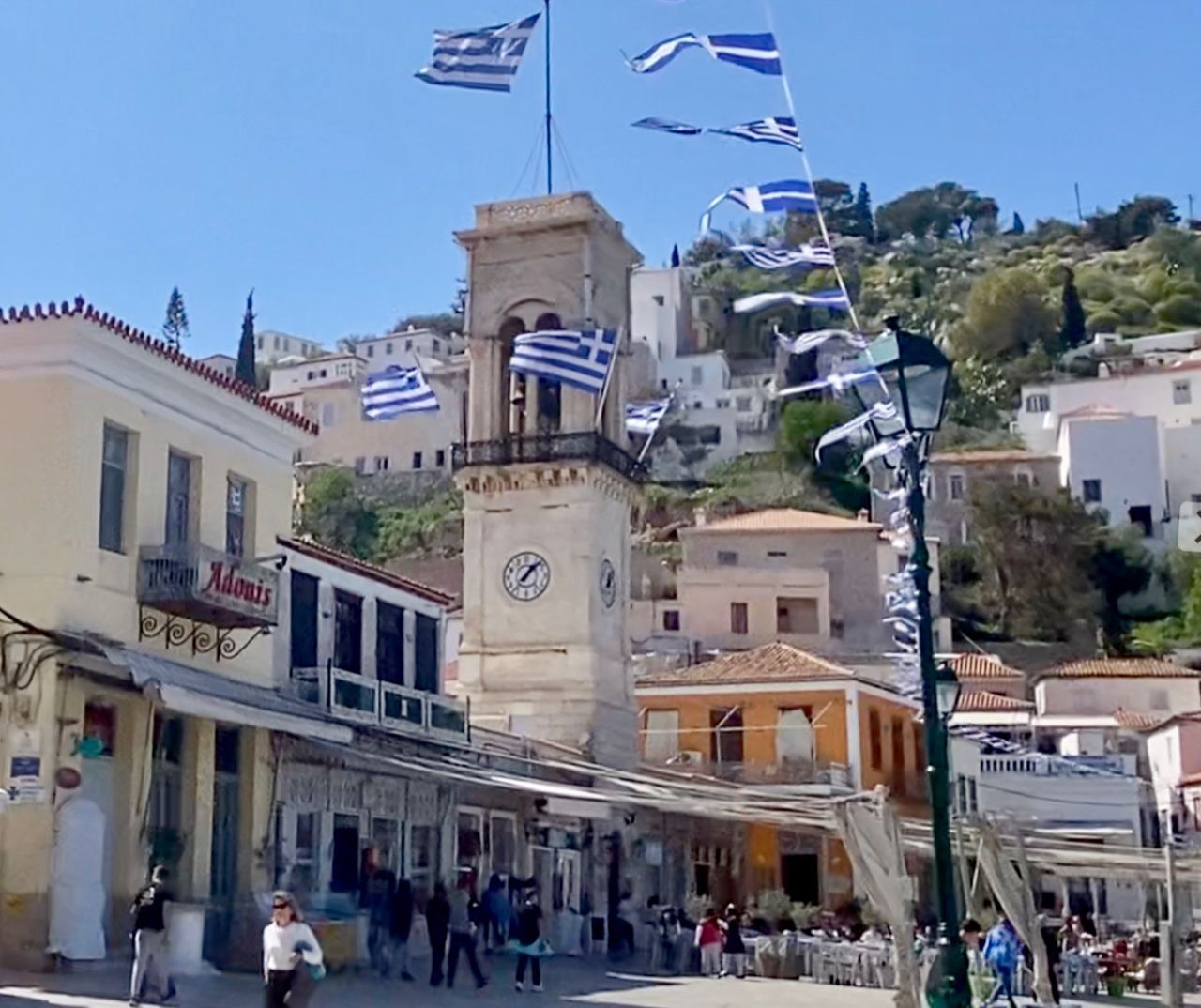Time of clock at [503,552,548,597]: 1:07
